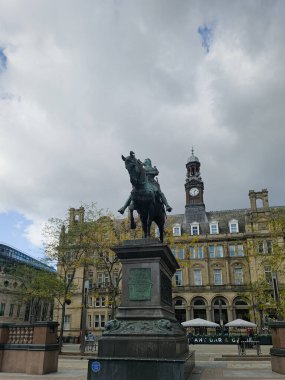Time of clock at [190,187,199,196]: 1:28
